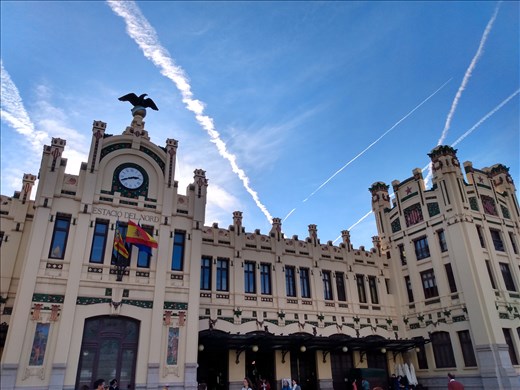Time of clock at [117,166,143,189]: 2:41
